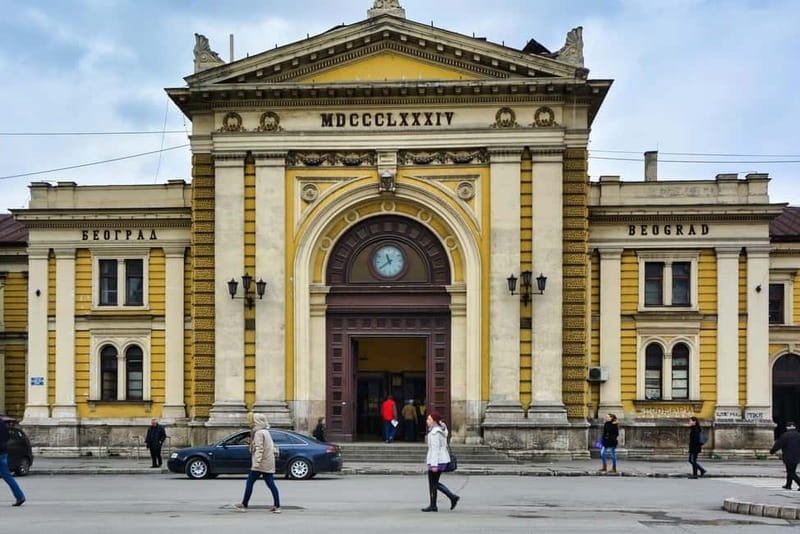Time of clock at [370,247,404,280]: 11:39
